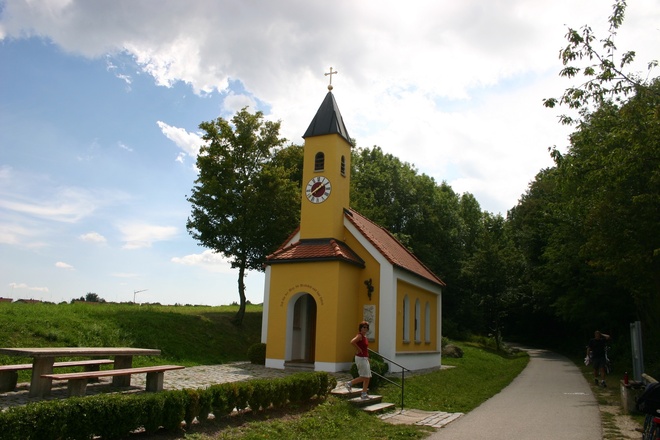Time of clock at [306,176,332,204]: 1:39
